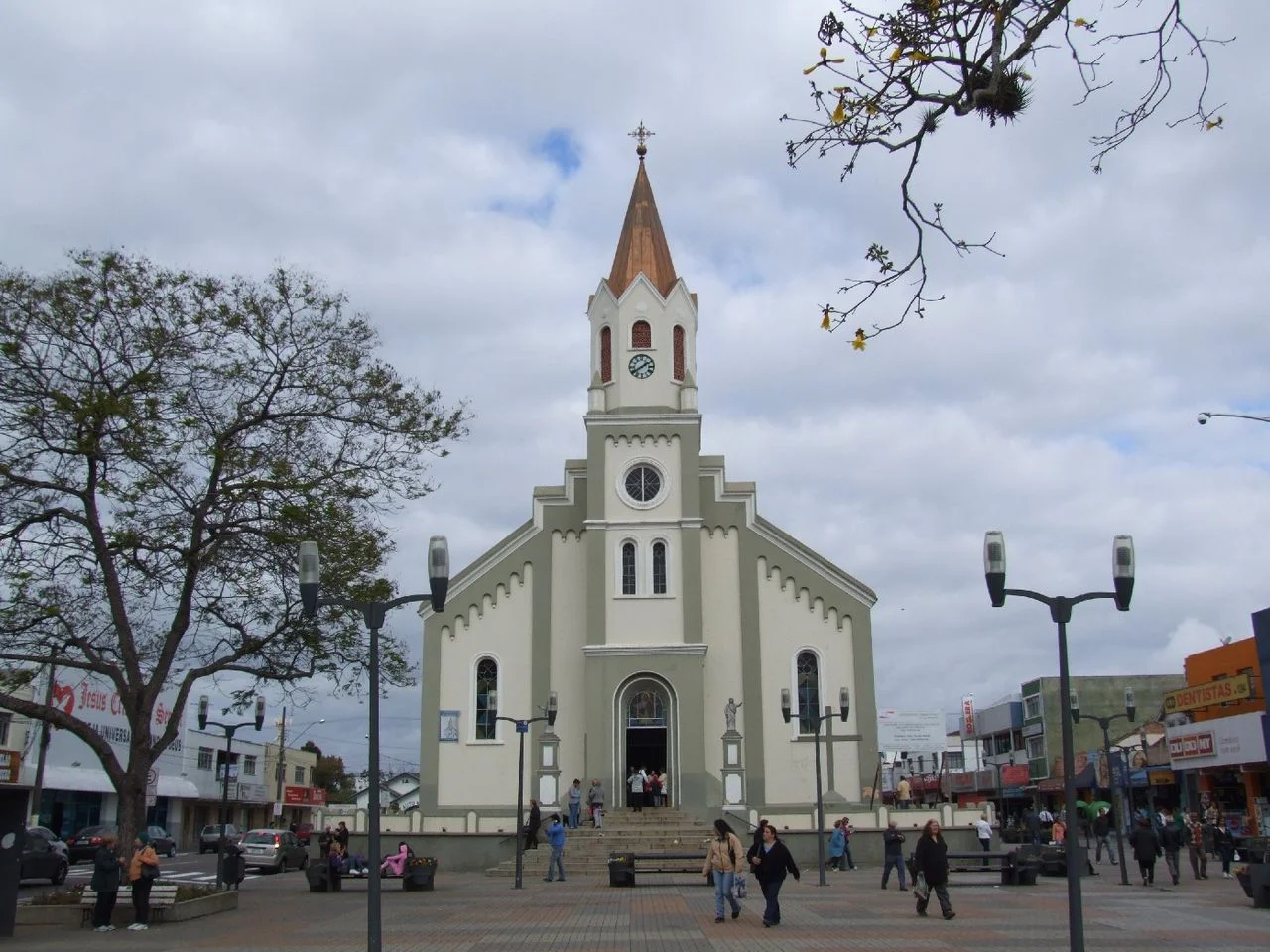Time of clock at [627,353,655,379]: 1:39
